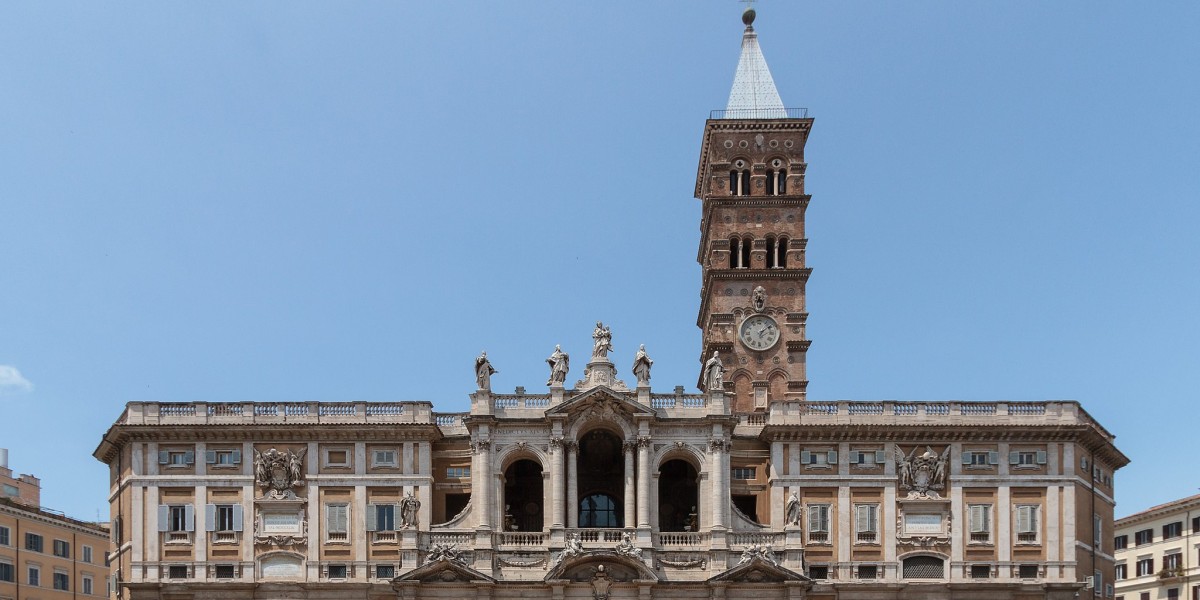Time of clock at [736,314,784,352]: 6:08
